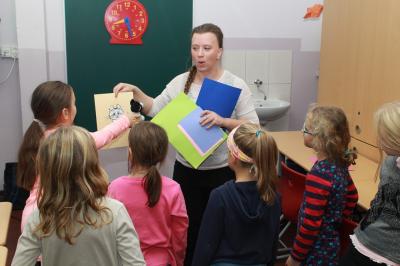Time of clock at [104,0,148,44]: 5:26
